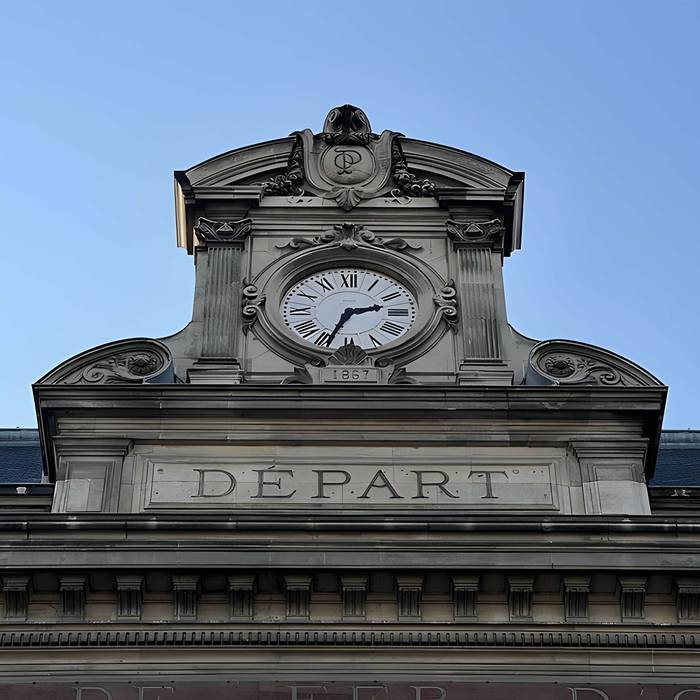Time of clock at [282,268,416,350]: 2:33
